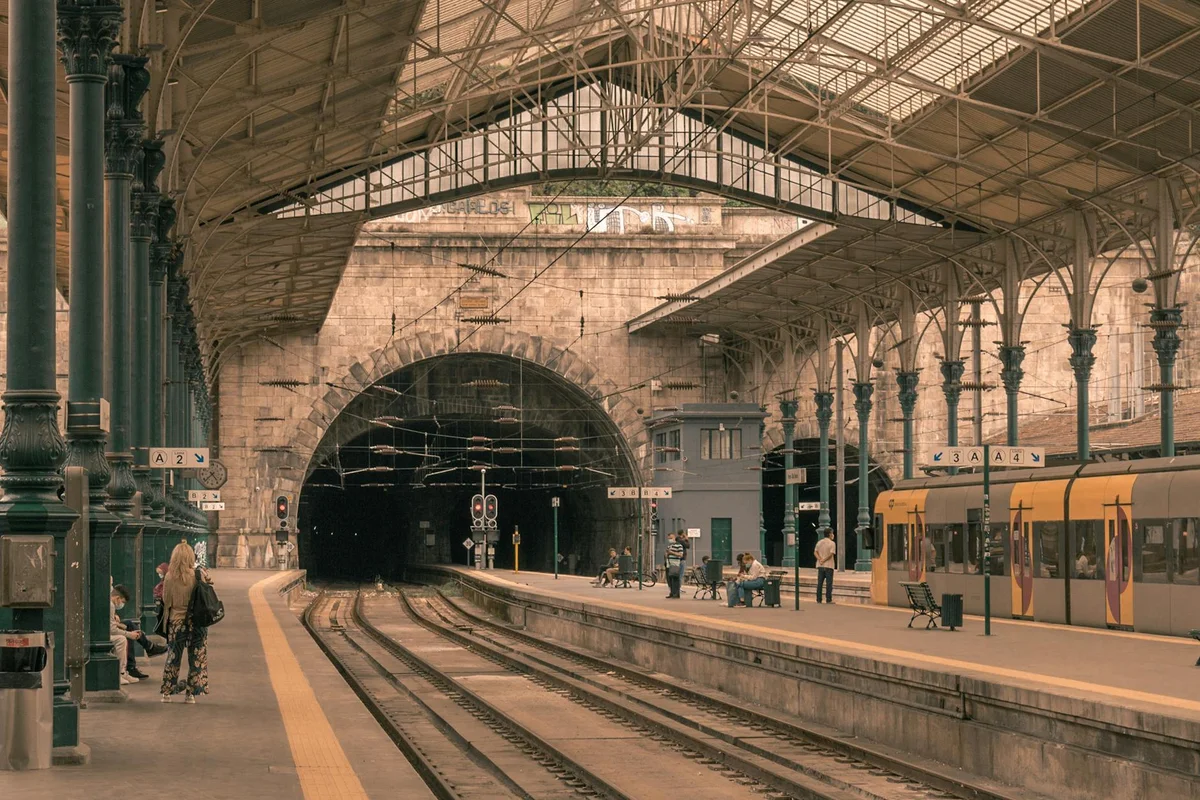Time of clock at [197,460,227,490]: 4:37
